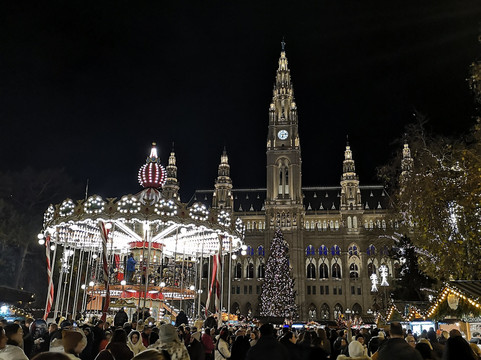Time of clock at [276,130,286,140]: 6:13
